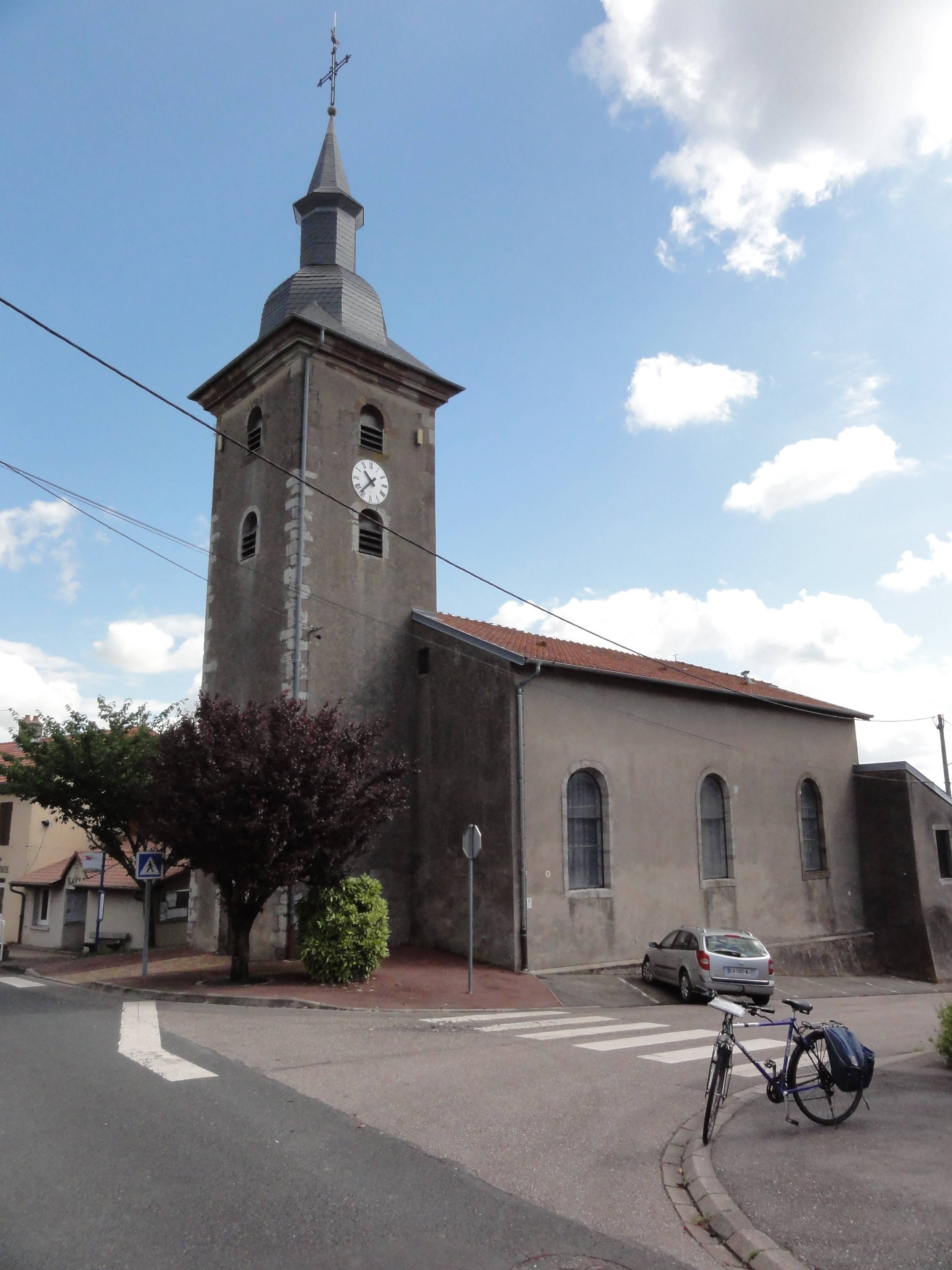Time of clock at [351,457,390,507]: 10:36
